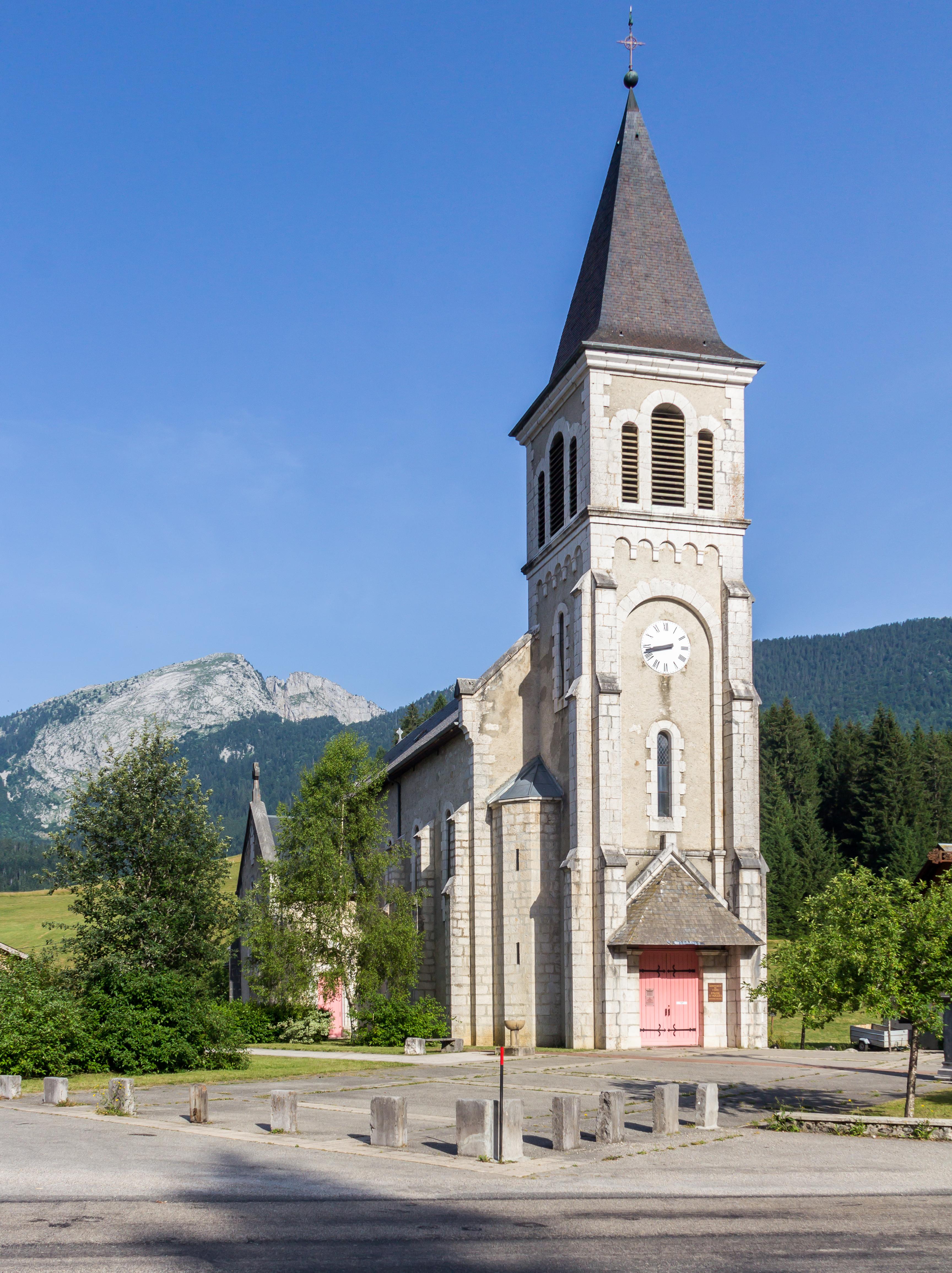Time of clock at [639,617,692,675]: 8:42
